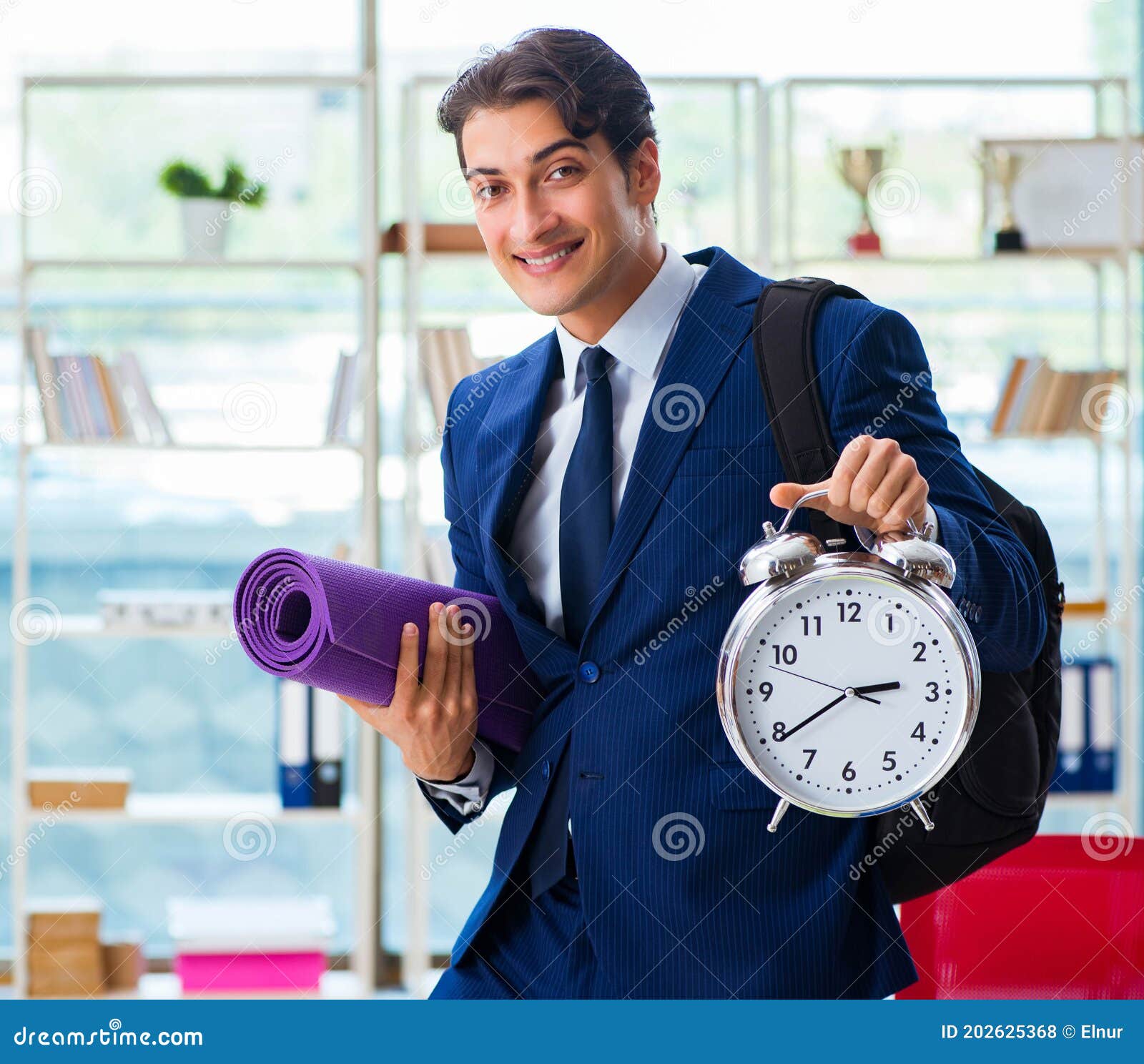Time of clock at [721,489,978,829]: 2:39
